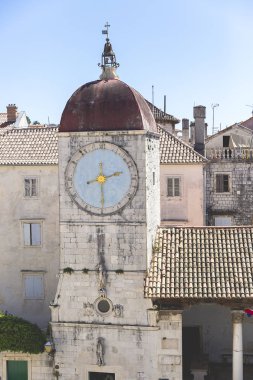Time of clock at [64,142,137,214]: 2:29
